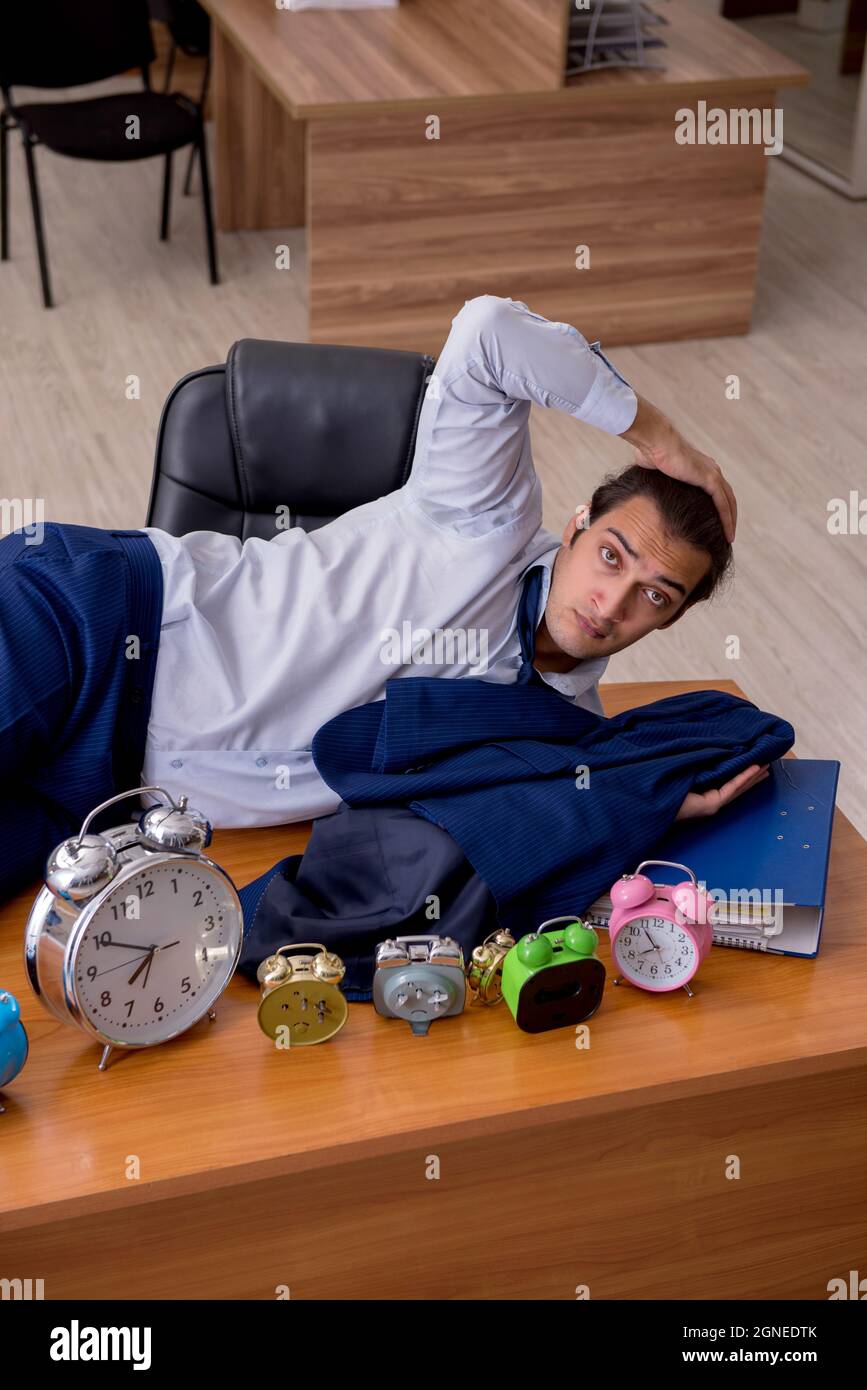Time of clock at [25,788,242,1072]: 7:49
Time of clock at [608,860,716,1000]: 7:53
